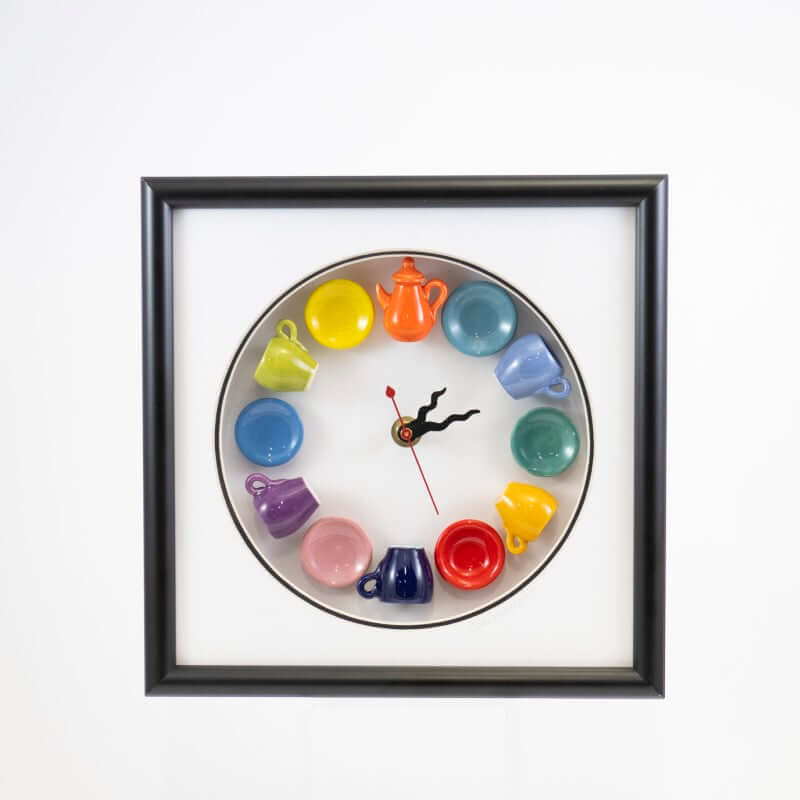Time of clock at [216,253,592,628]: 1:11
